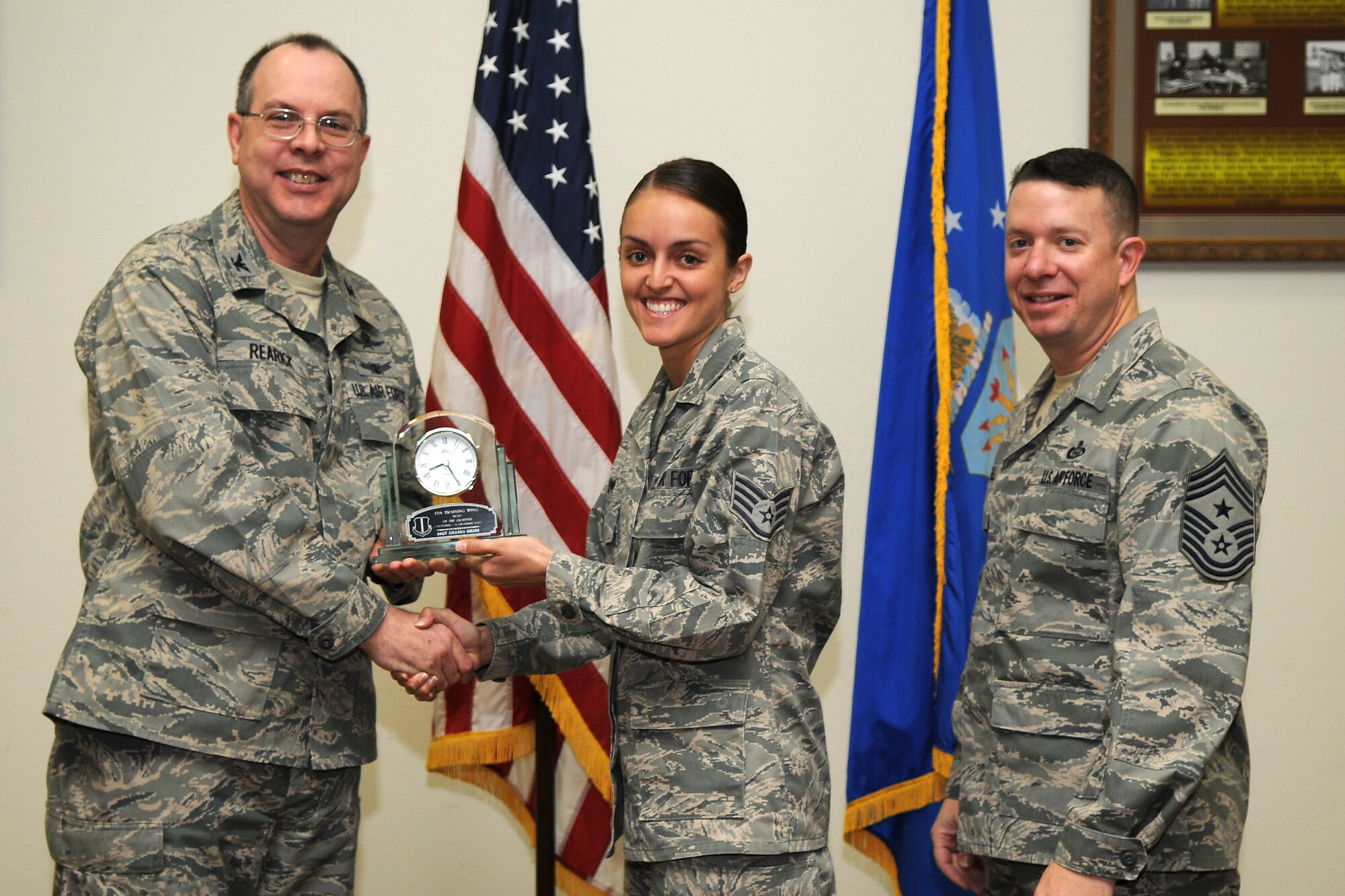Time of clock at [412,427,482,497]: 8:25
